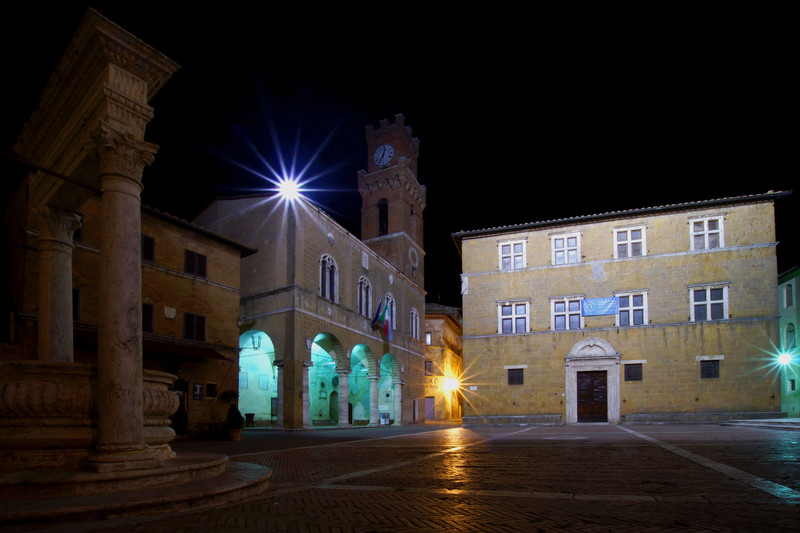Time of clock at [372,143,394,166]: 12:34
